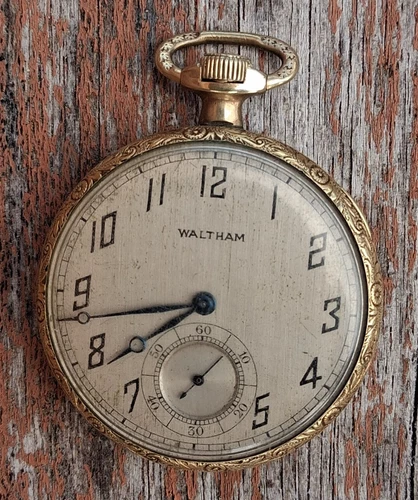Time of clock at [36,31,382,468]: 7:43
